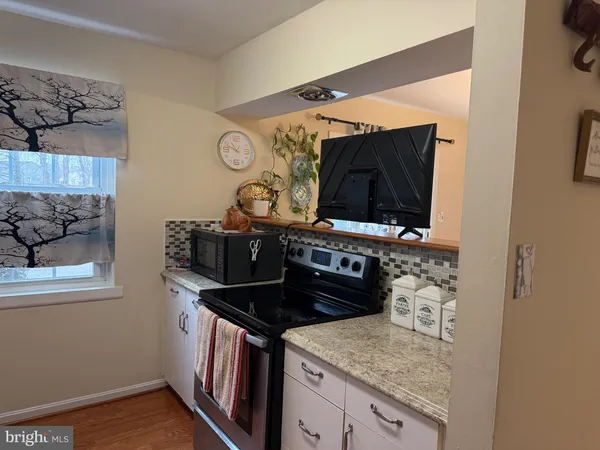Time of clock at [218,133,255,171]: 10:48
